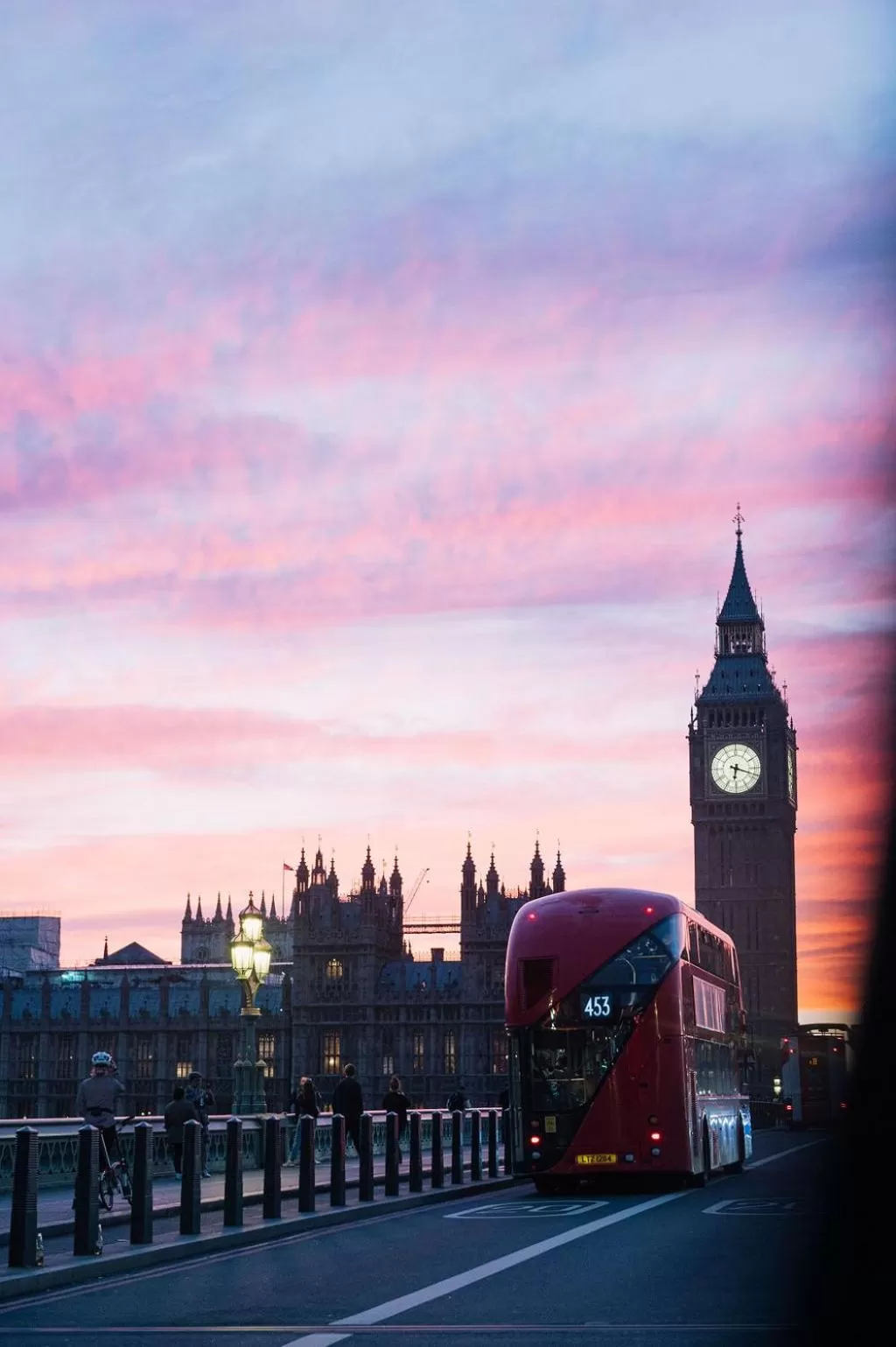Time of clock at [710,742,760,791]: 6:18
